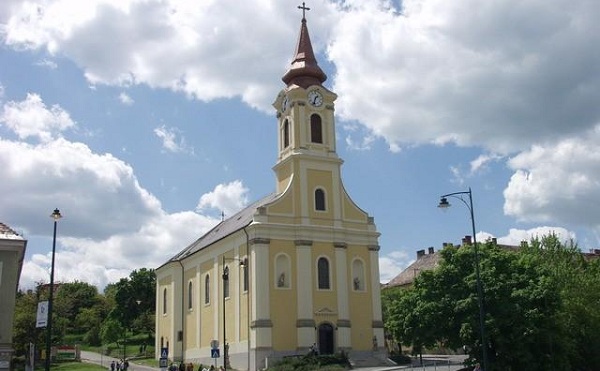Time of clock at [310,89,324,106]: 1:32
